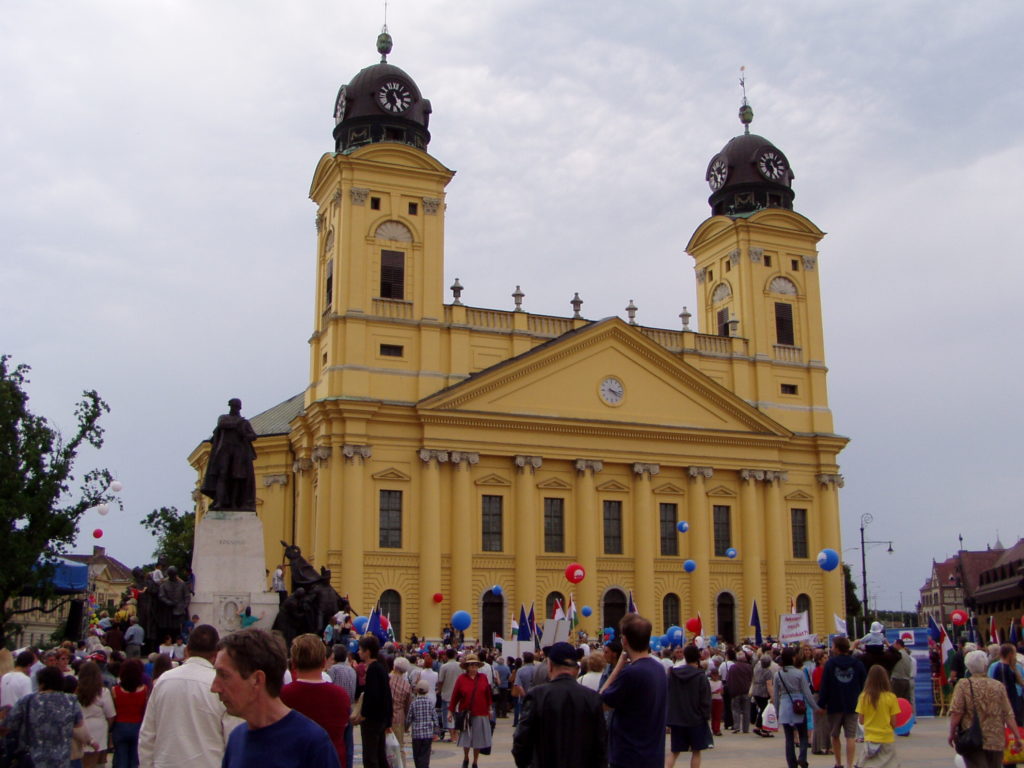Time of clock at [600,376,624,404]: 4:17
